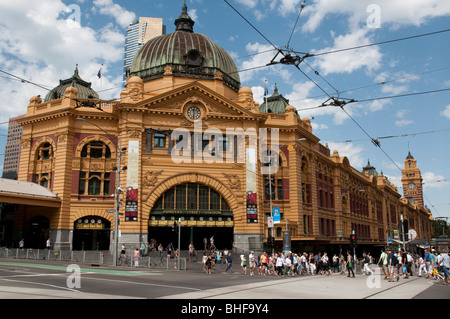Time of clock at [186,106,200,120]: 11:32
